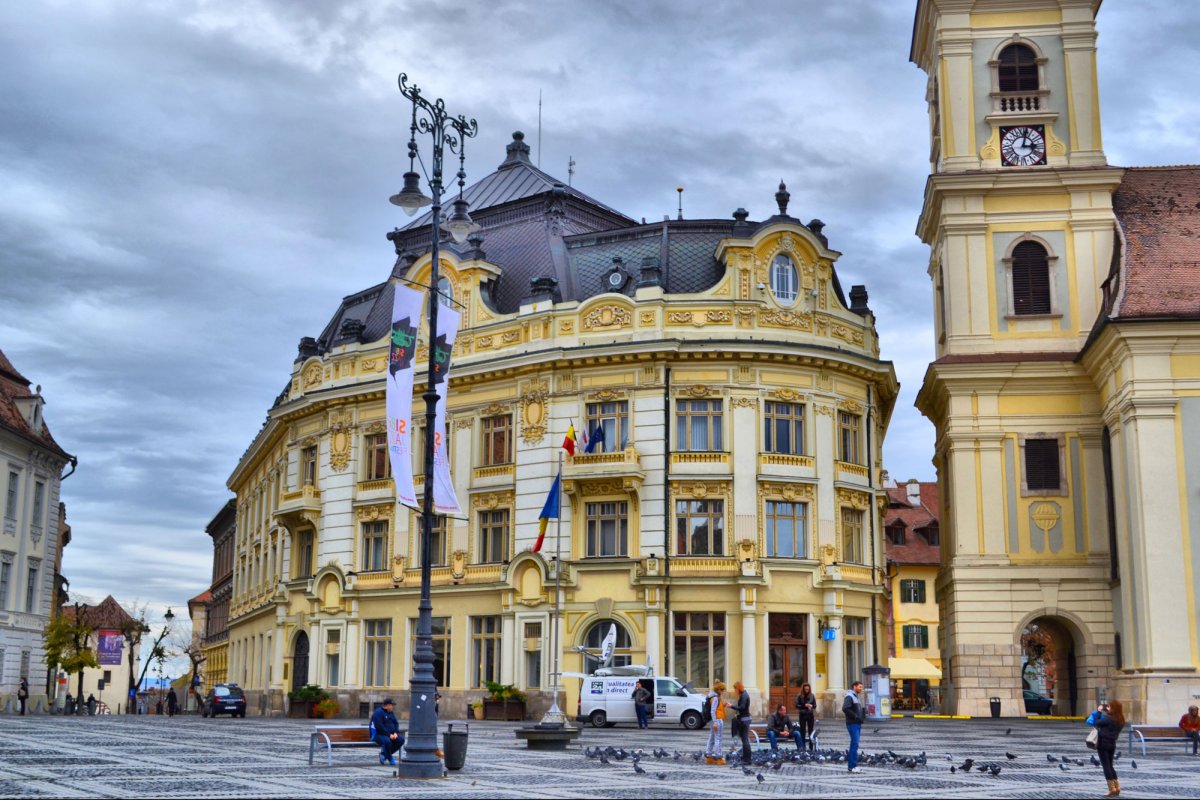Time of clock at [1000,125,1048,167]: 3:02
